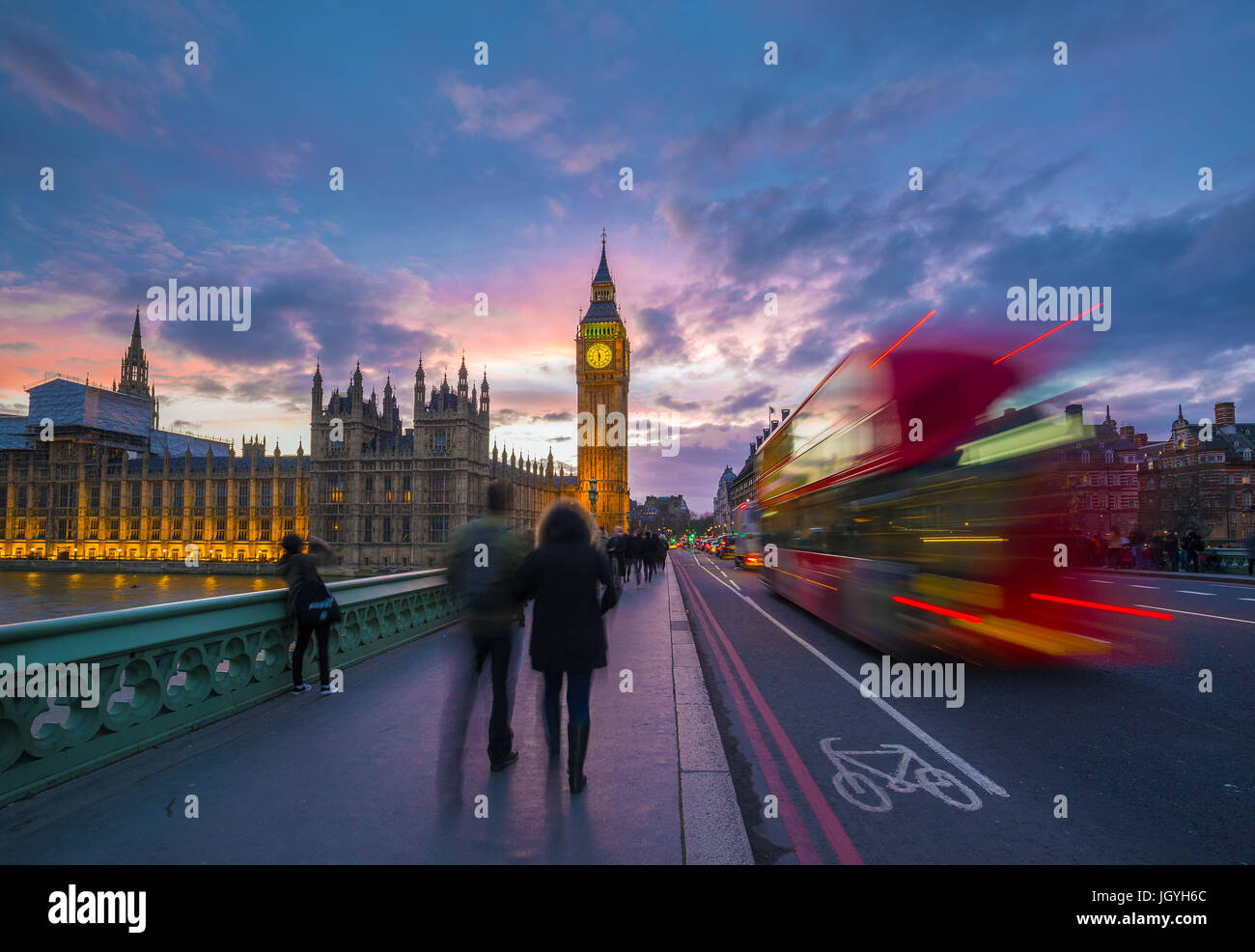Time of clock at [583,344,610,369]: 5:57
